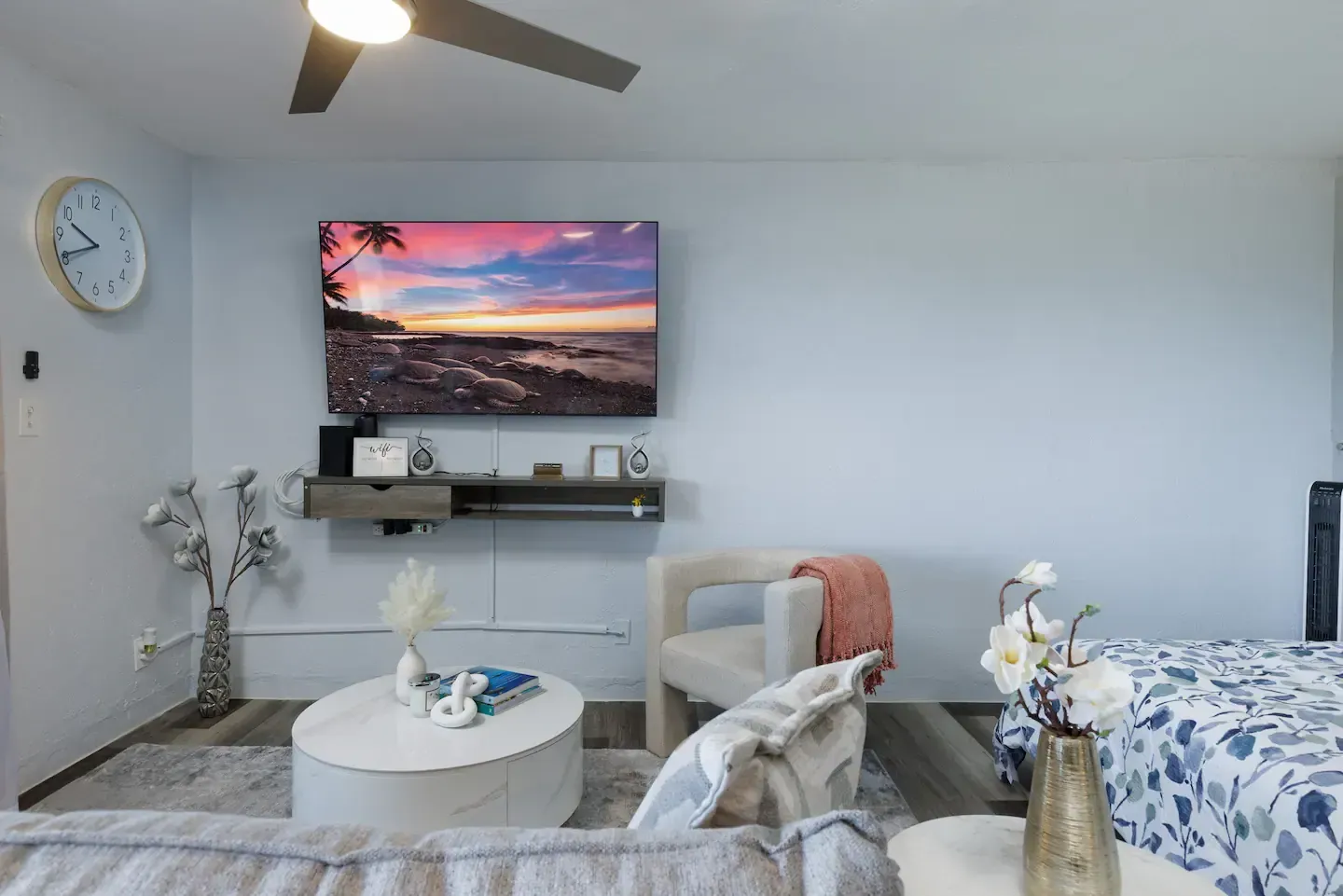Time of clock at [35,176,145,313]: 9:40
